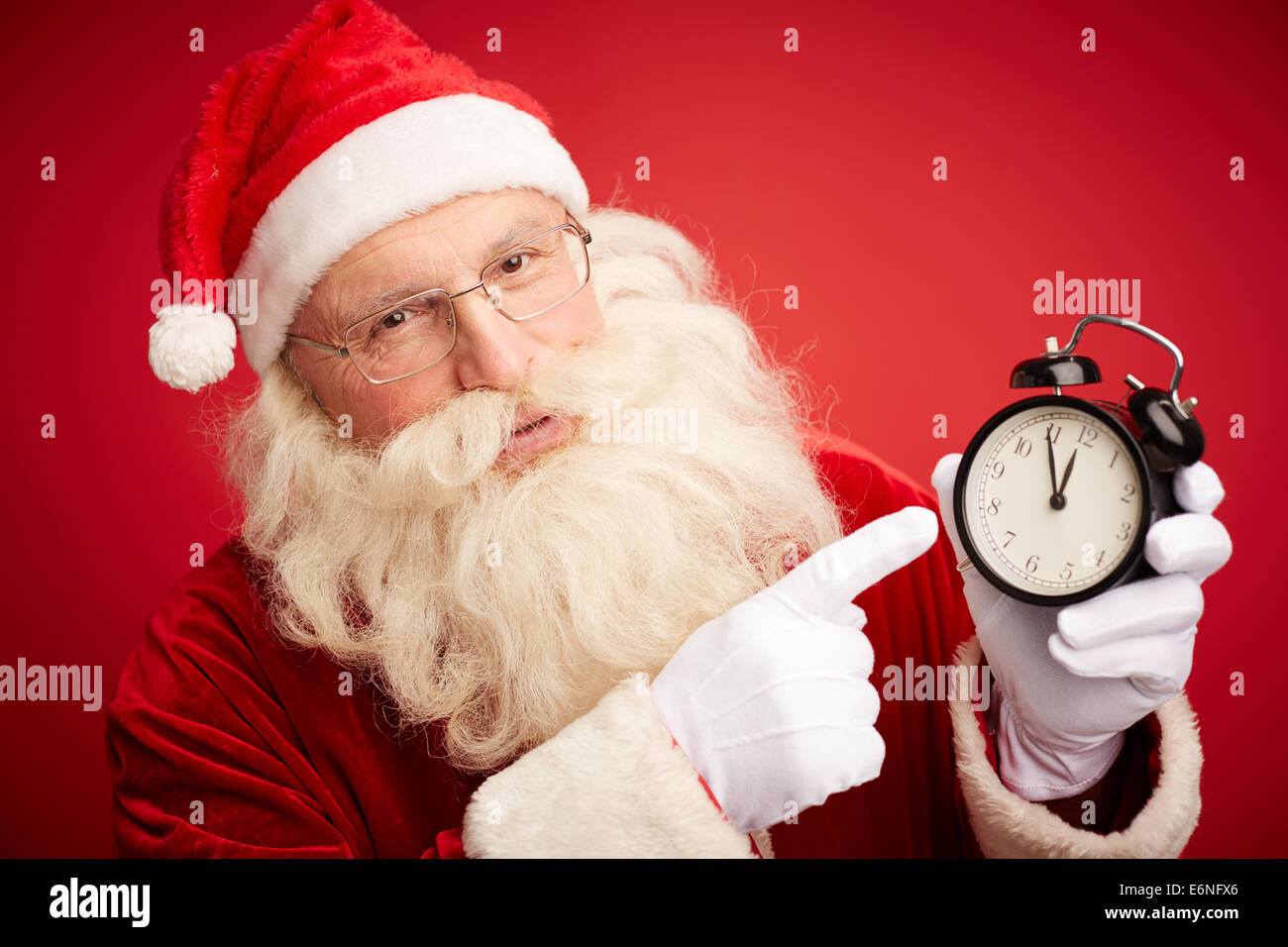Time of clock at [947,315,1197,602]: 12:59
